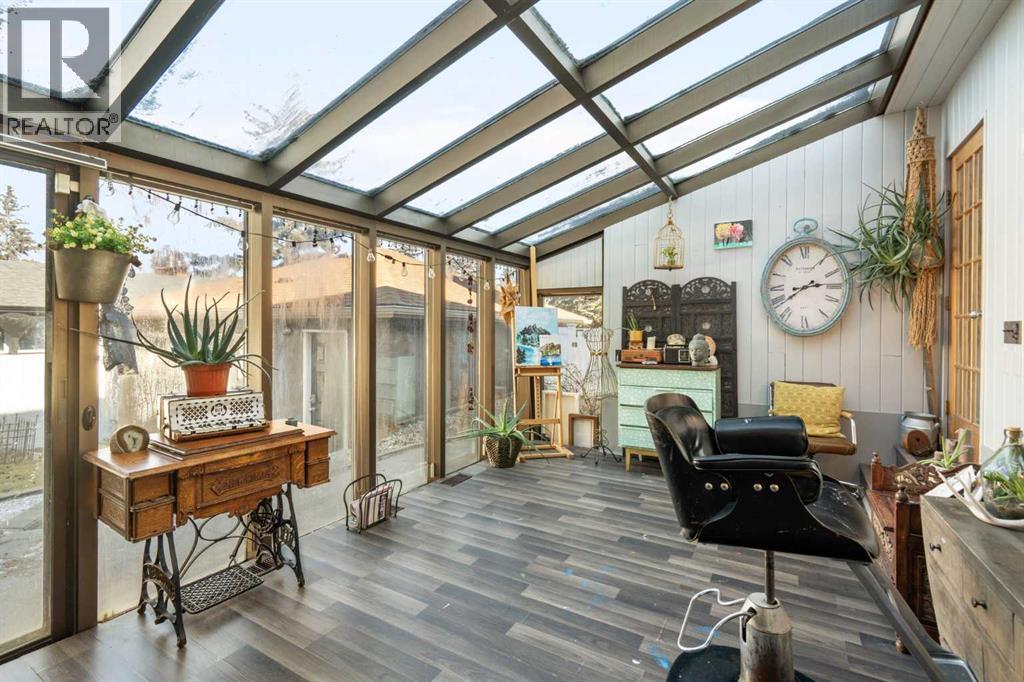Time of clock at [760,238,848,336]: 2:38
